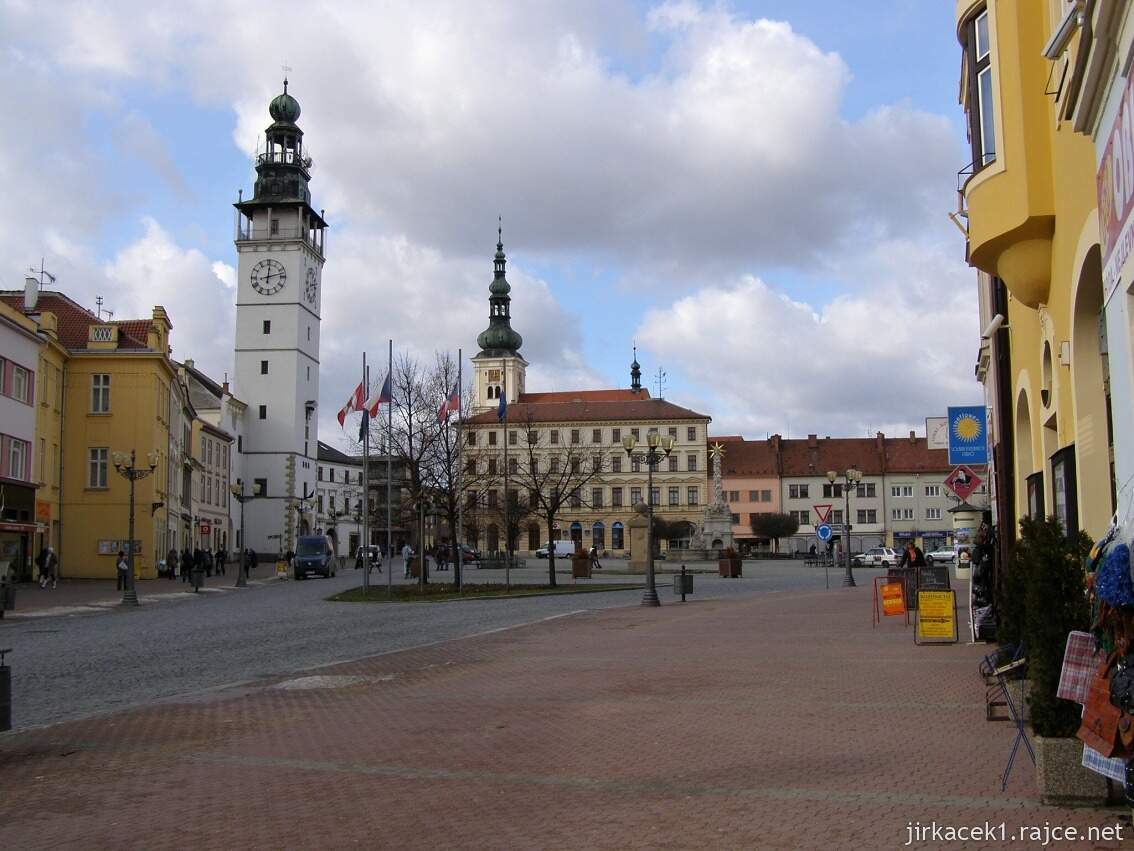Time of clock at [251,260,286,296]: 12:12
